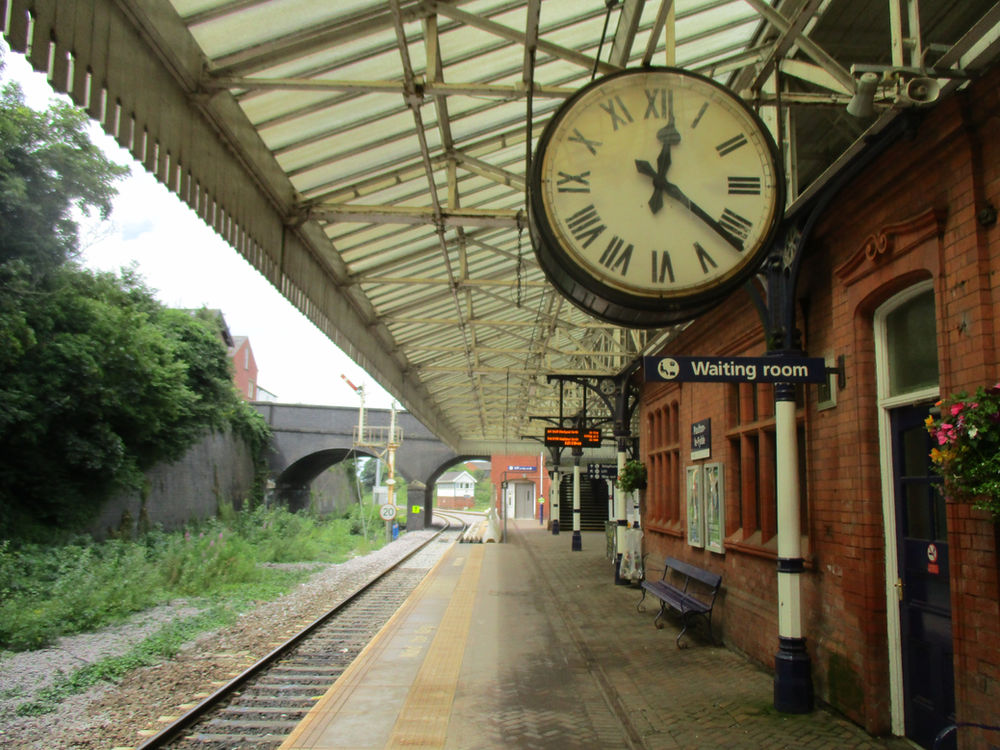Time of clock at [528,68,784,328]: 12:21
